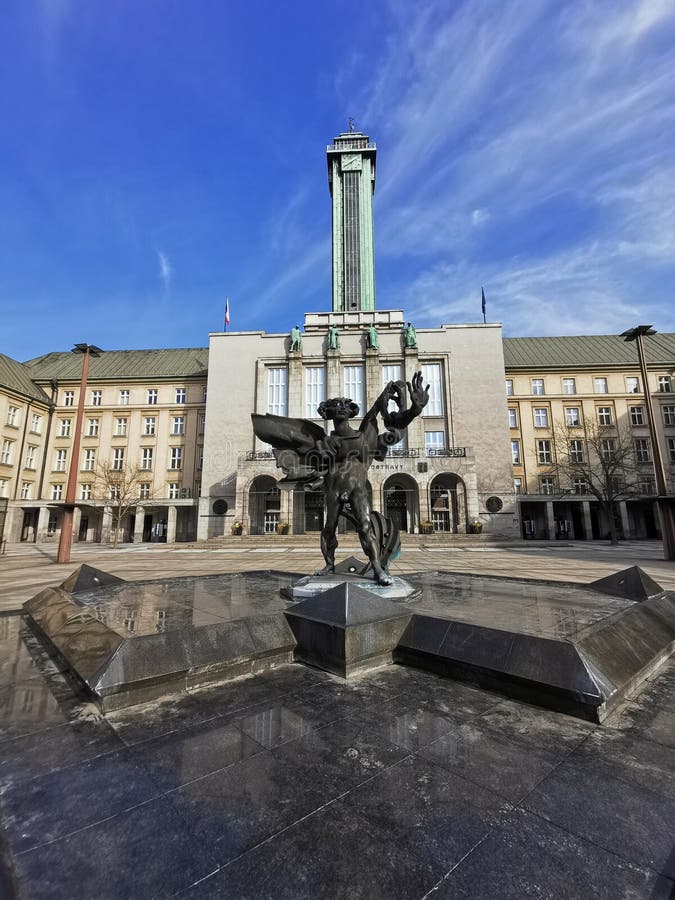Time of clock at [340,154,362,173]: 1:39
